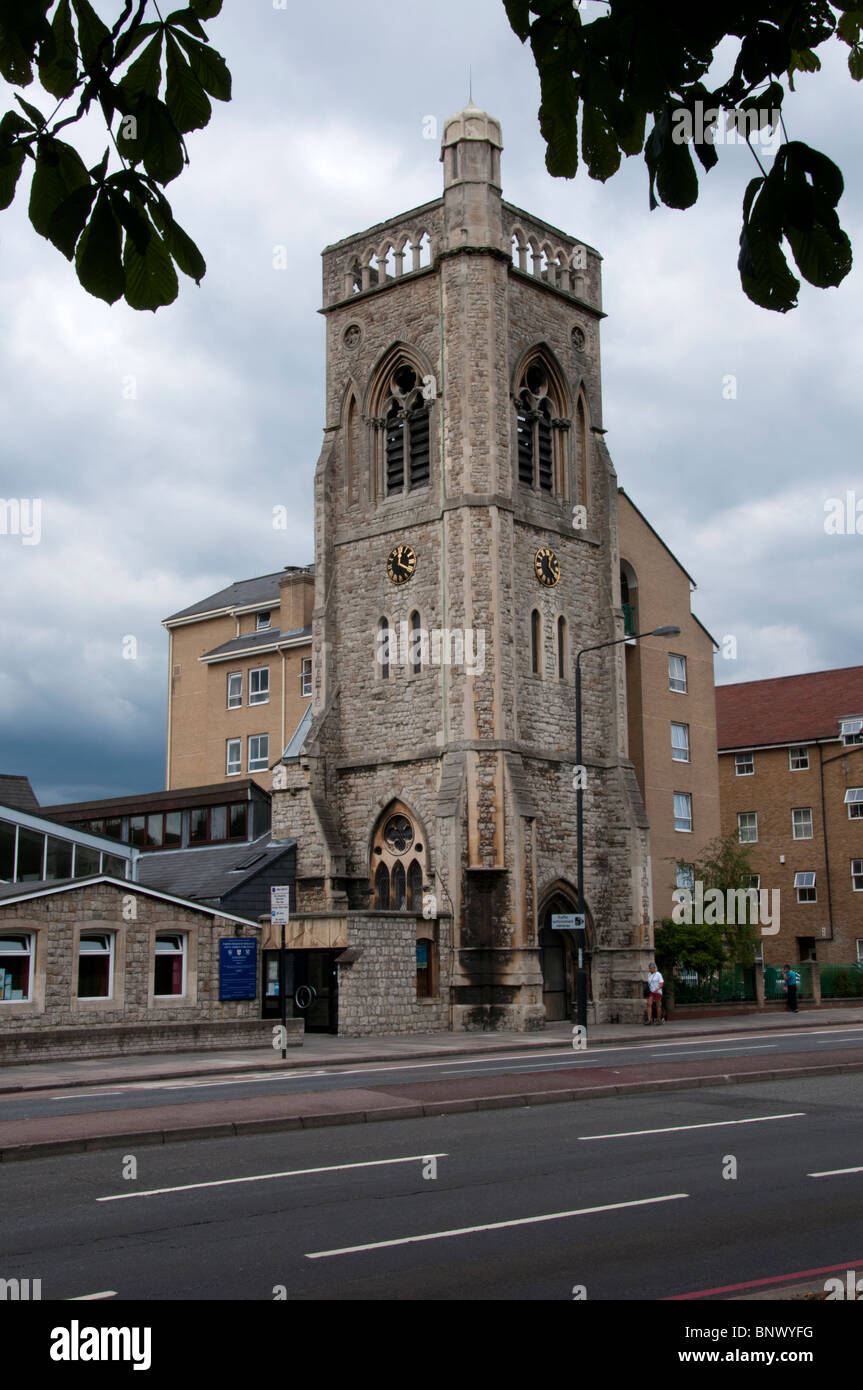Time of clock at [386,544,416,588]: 12:19
